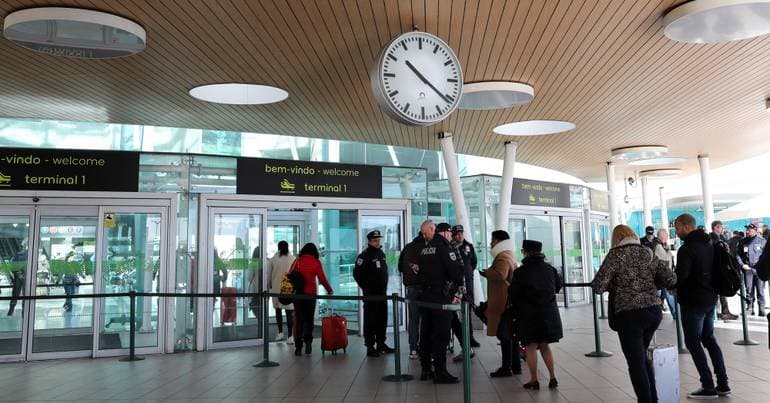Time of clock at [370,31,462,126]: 10:21
